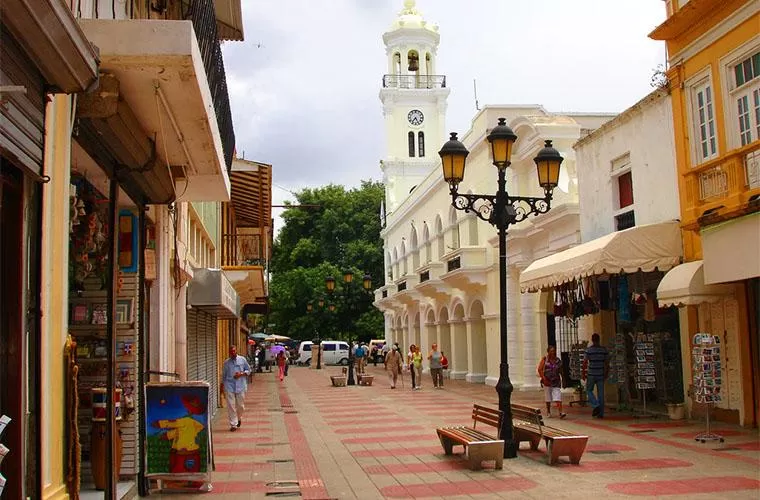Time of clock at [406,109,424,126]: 7:25
